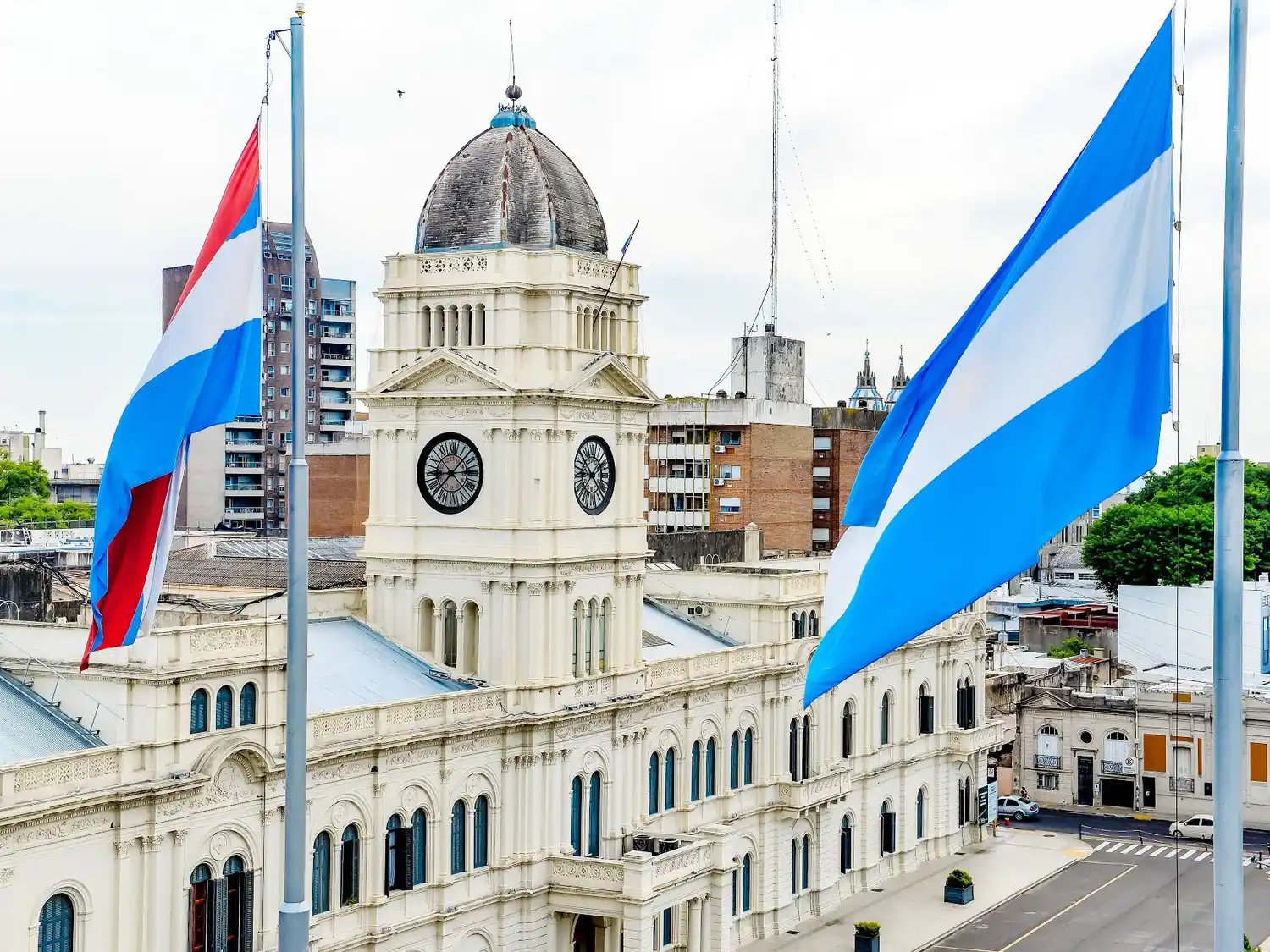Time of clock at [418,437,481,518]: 9:07
